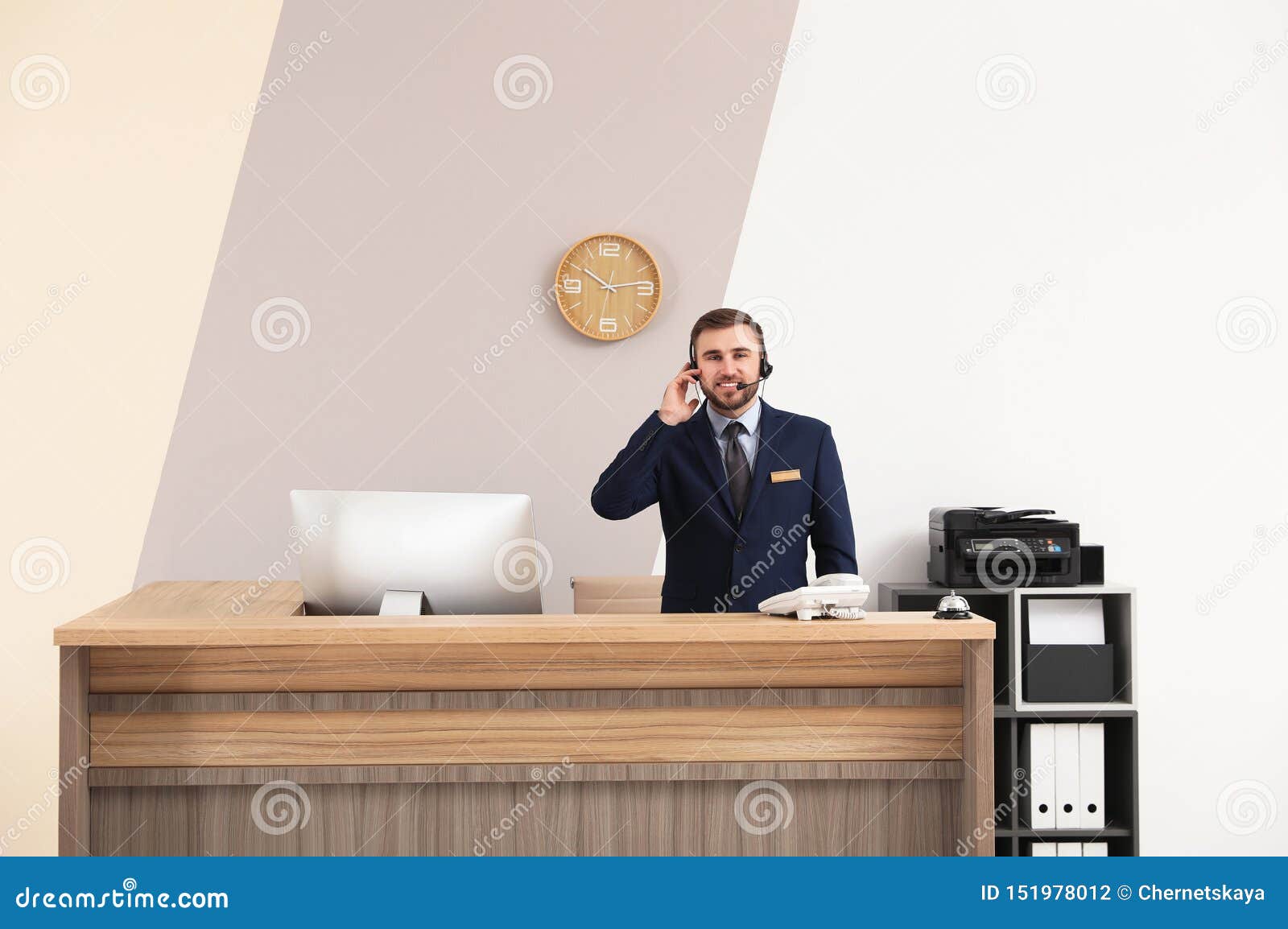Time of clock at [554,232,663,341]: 10:13
